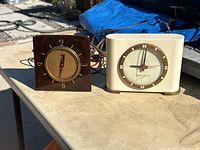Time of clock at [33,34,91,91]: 12:32
